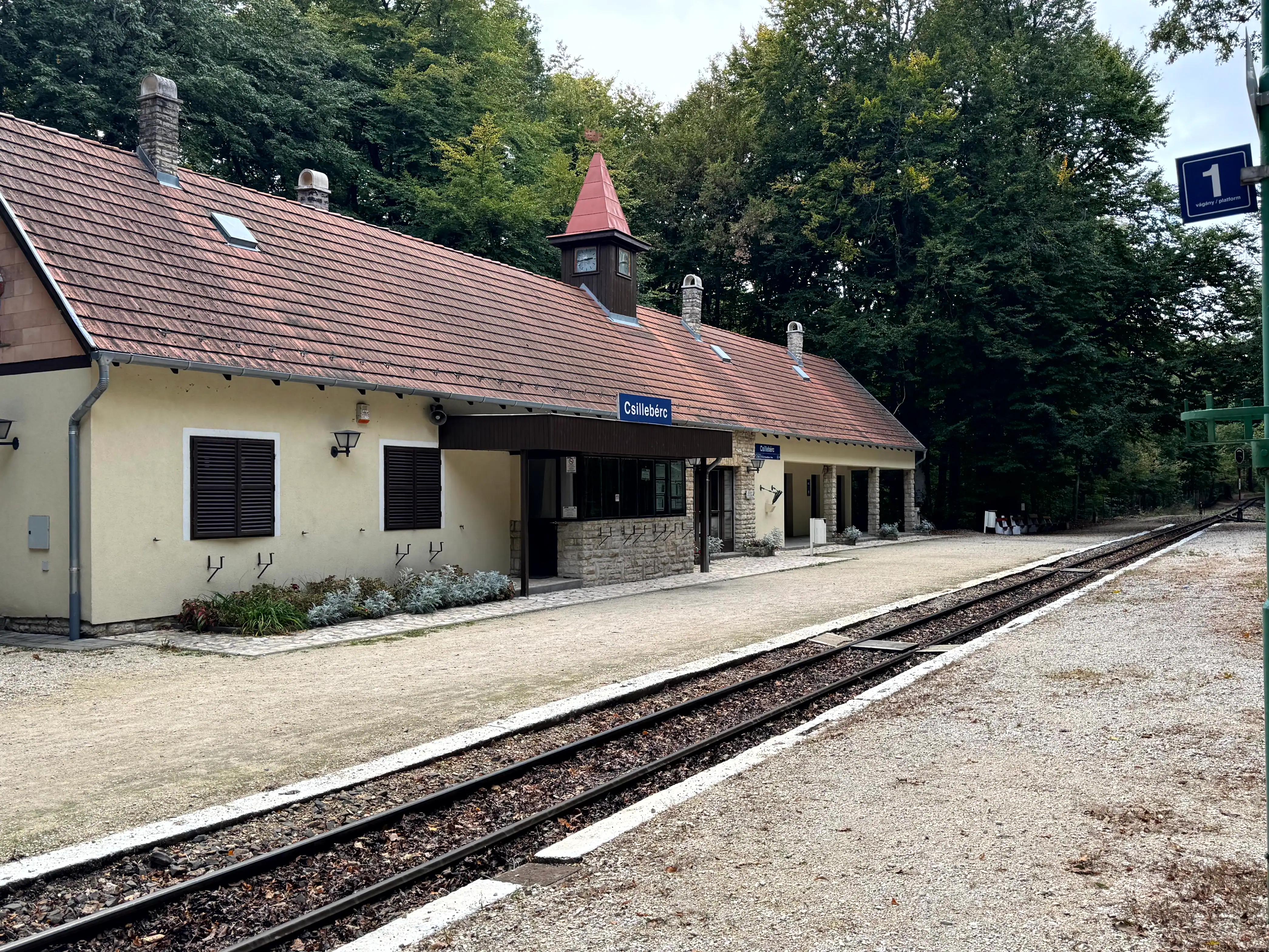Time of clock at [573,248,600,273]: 2:43
